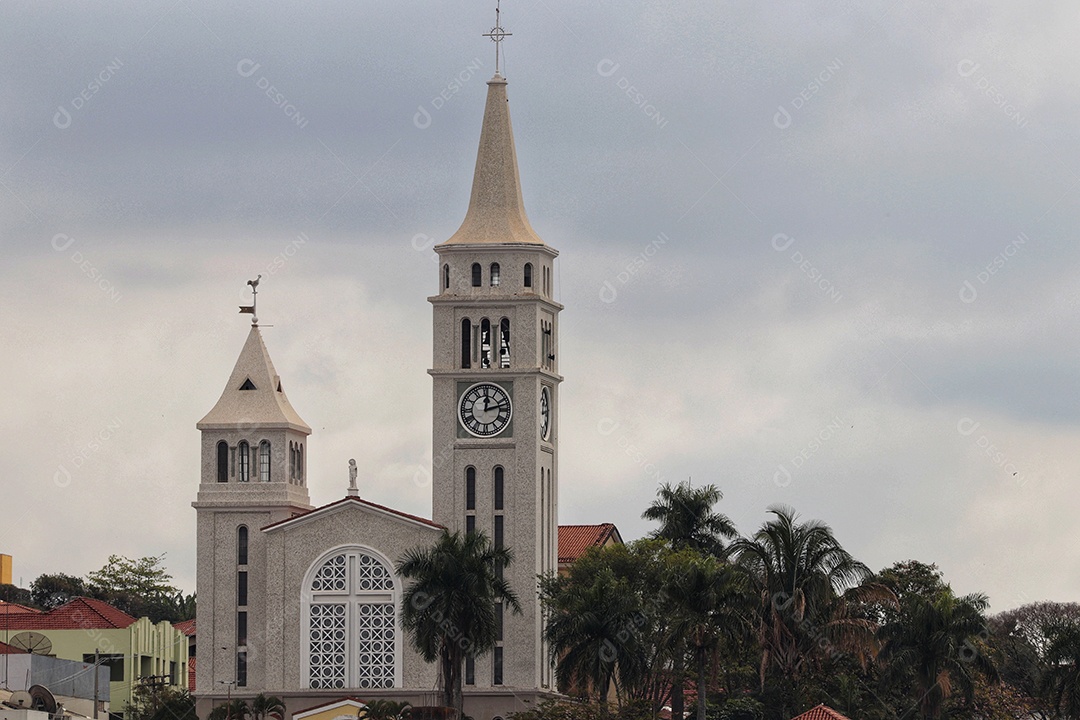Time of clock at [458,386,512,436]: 12:12
